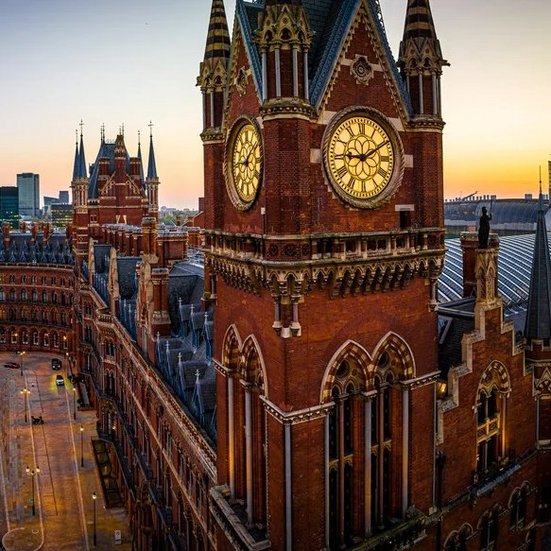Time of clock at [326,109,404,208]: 9:10
